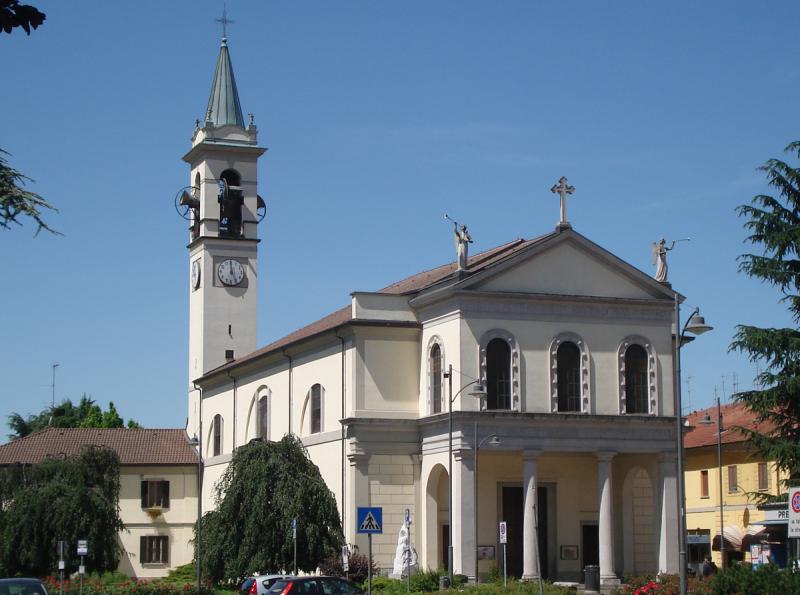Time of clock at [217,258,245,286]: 4:59
